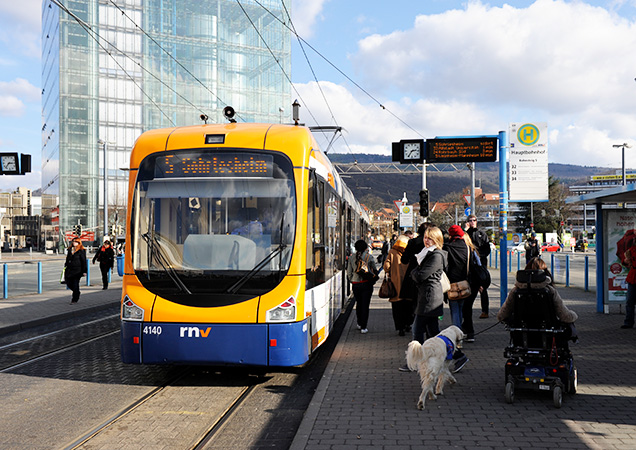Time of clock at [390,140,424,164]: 2:35
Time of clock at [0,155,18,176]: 7:15
